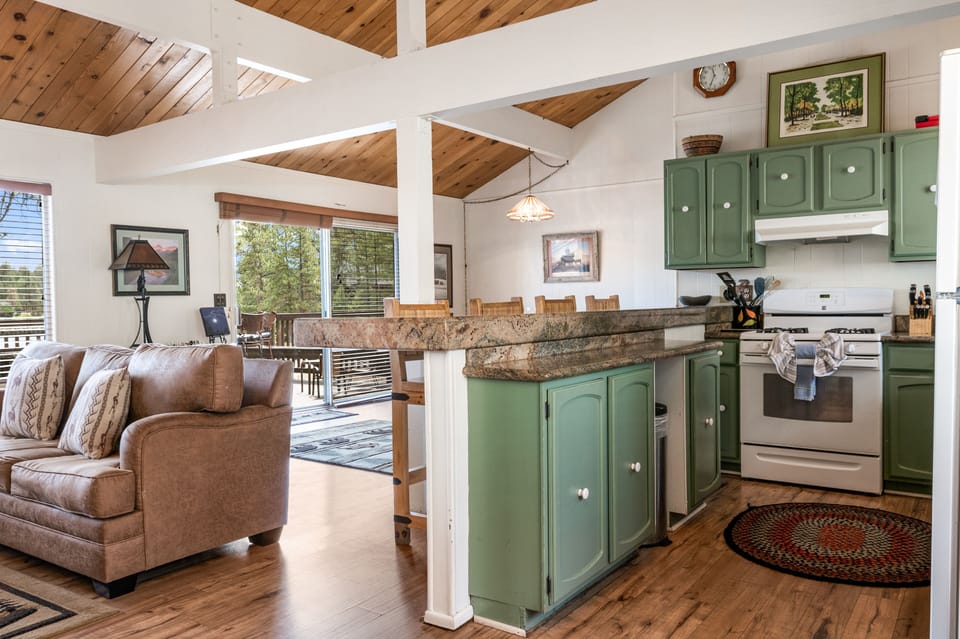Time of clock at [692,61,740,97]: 11:33
